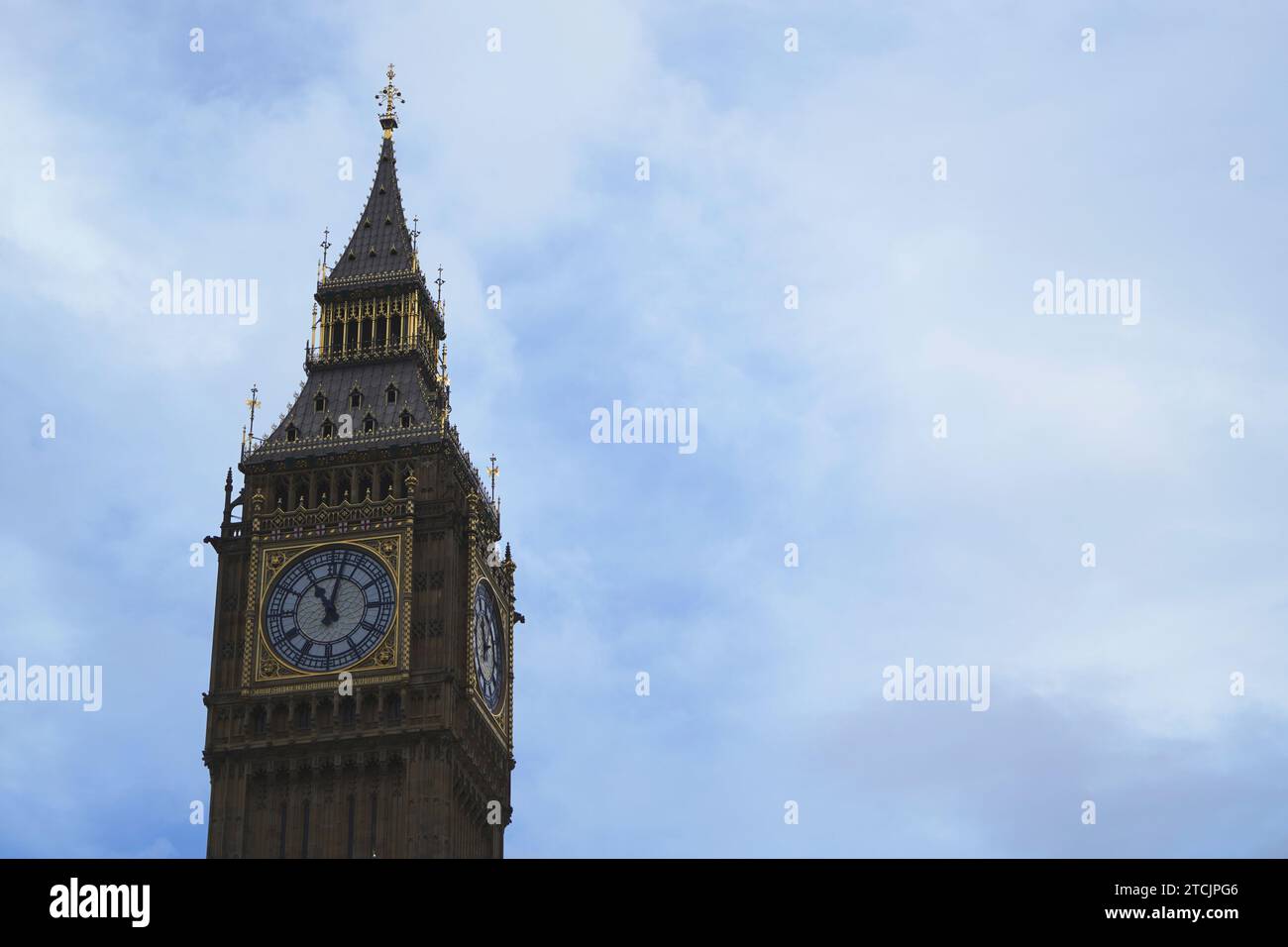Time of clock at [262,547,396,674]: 11:02
